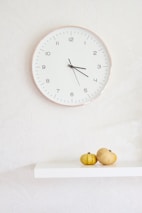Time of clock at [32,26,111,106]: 3:20
